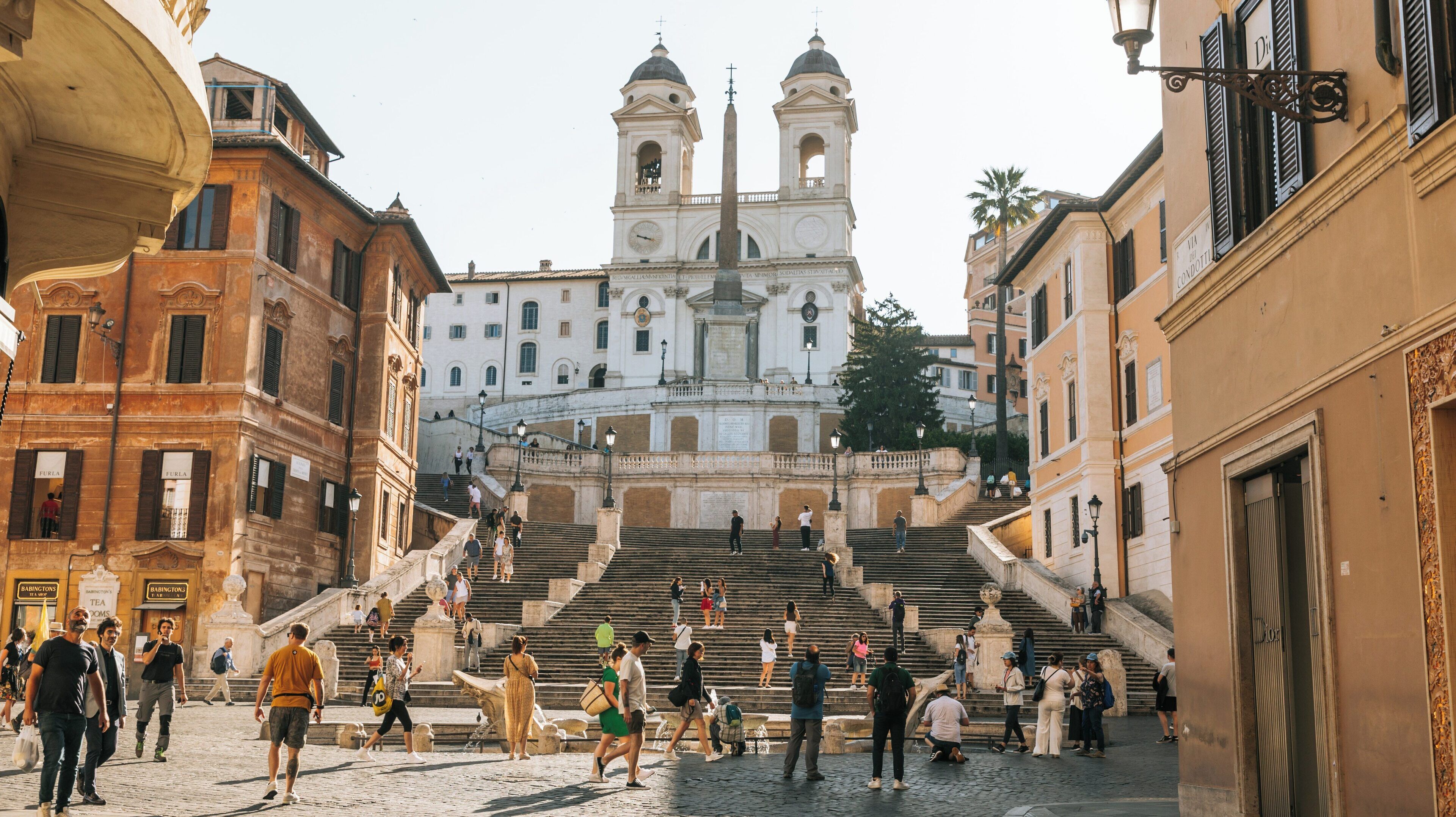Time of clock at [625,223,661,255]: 9:17
